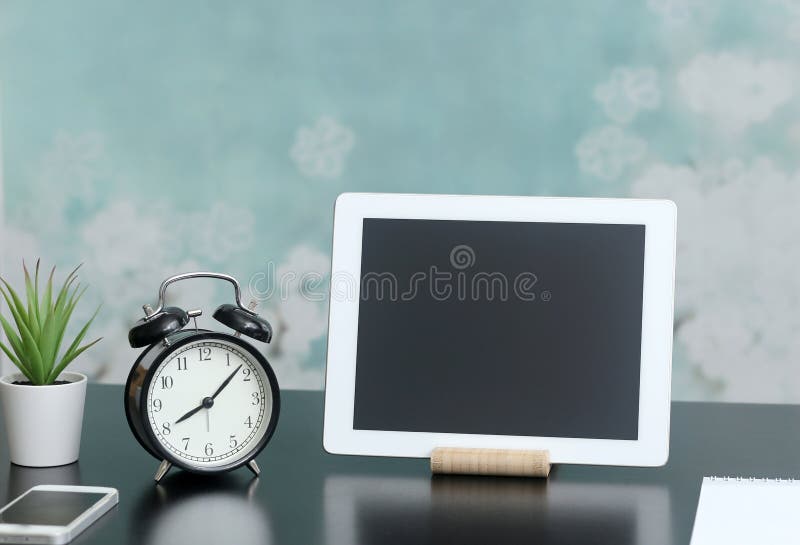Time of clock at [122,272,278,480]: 8:07
